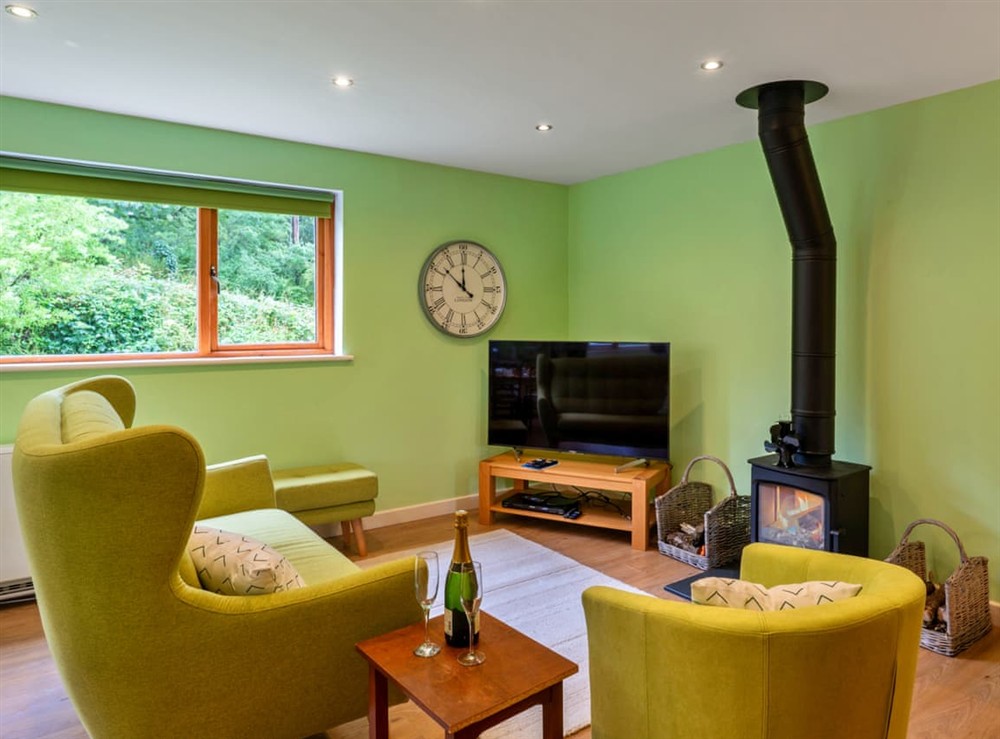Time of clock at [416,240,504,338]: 11:51
